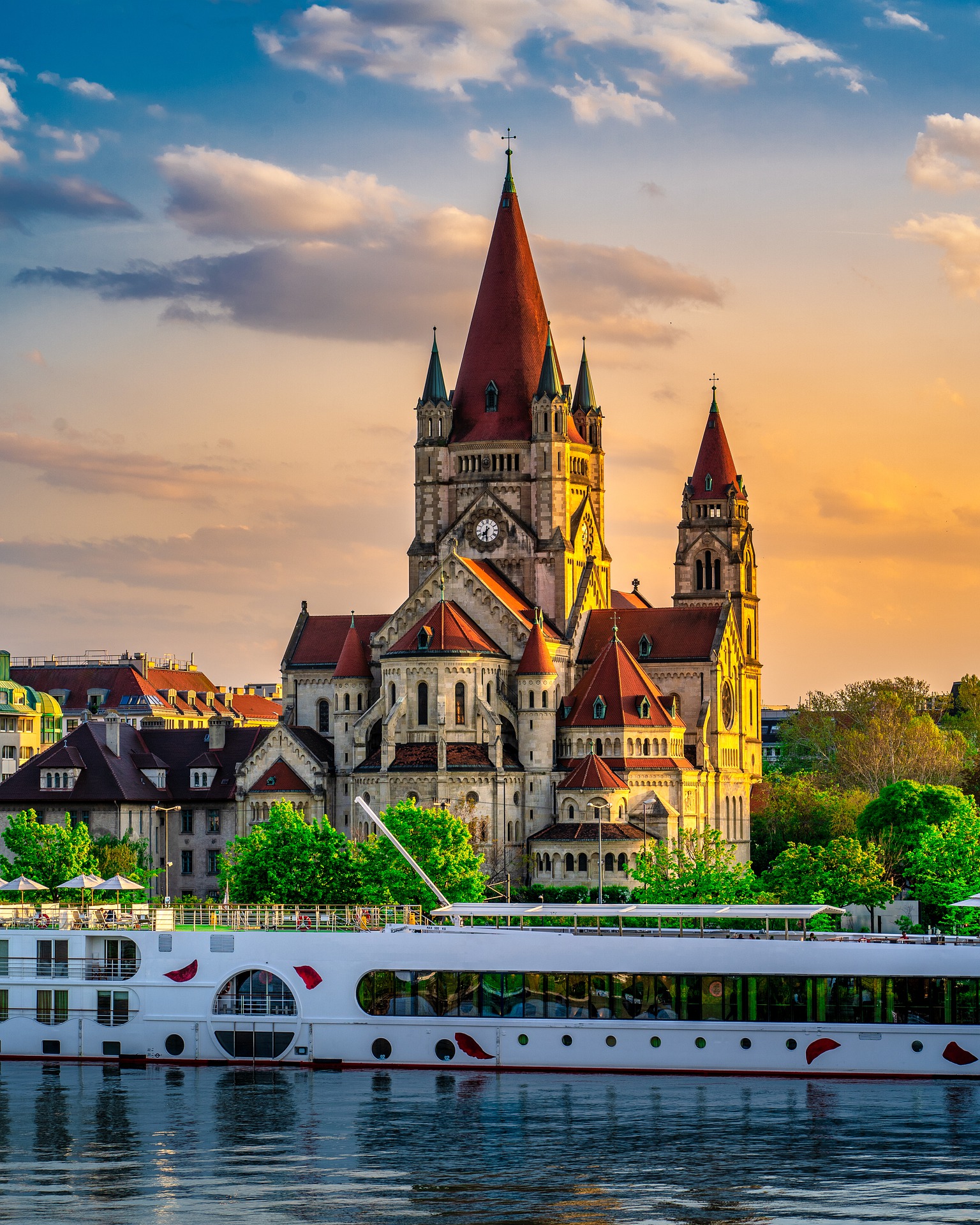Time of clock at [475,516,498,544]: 7:30
